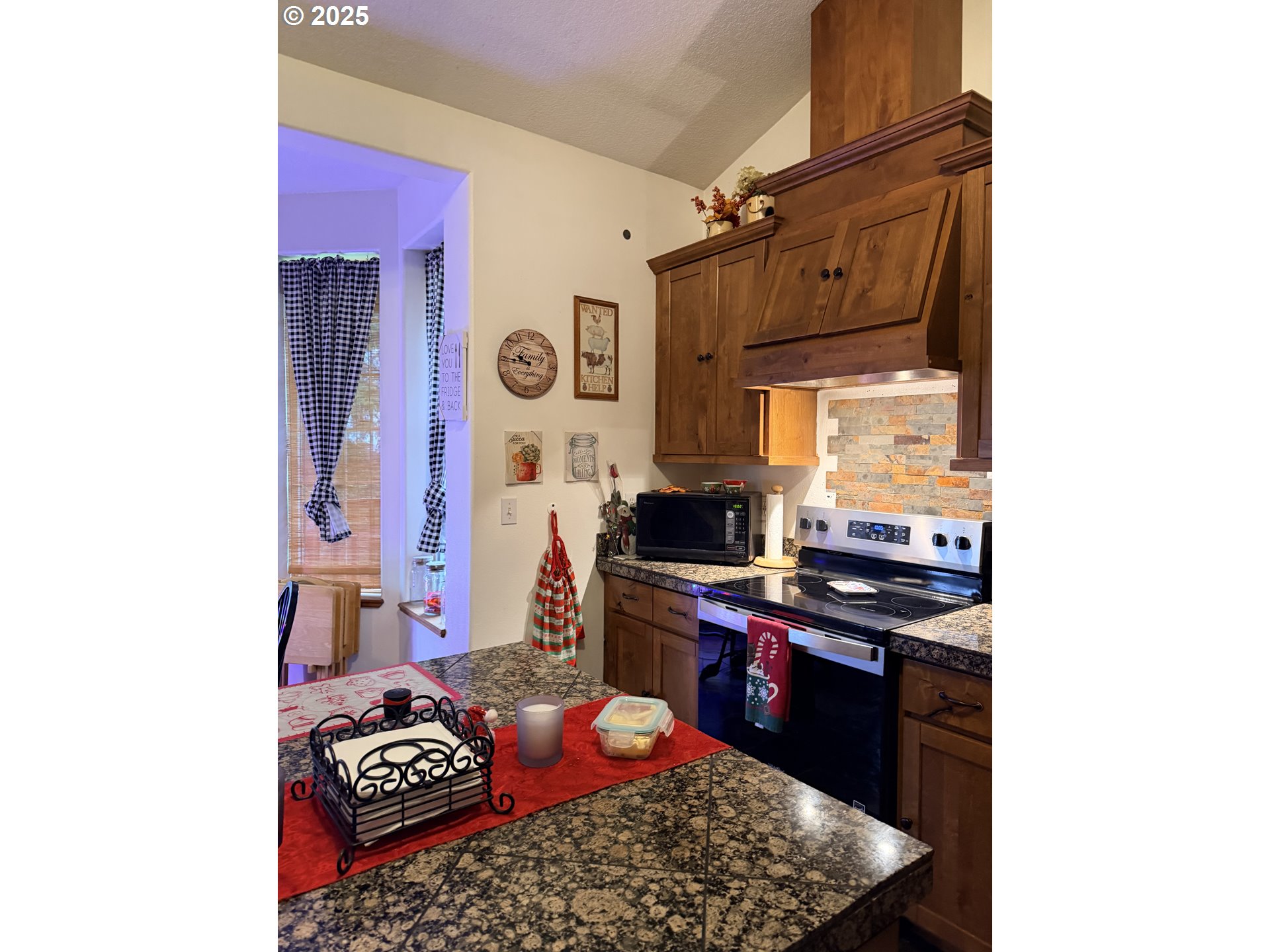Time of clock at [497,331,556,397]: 9:45
